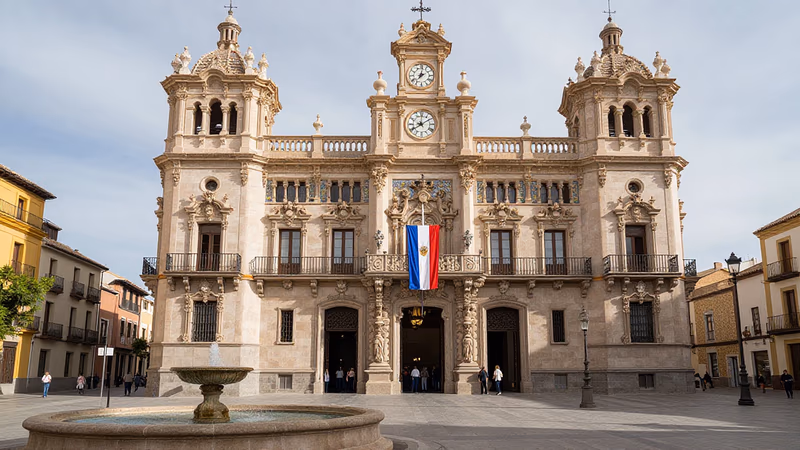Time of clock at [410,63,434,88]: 2:01
